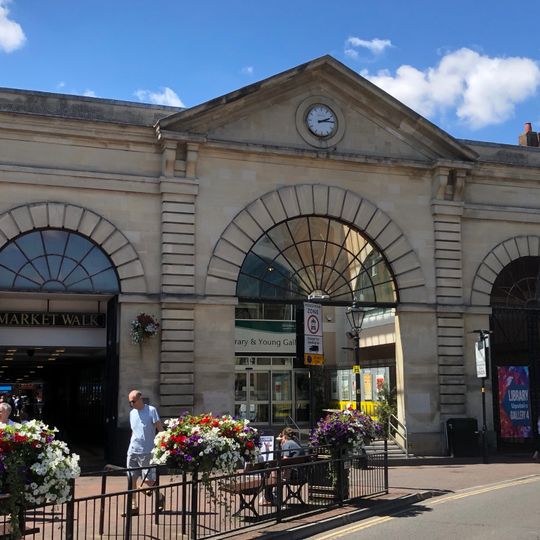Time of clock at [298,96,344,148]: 2:14
